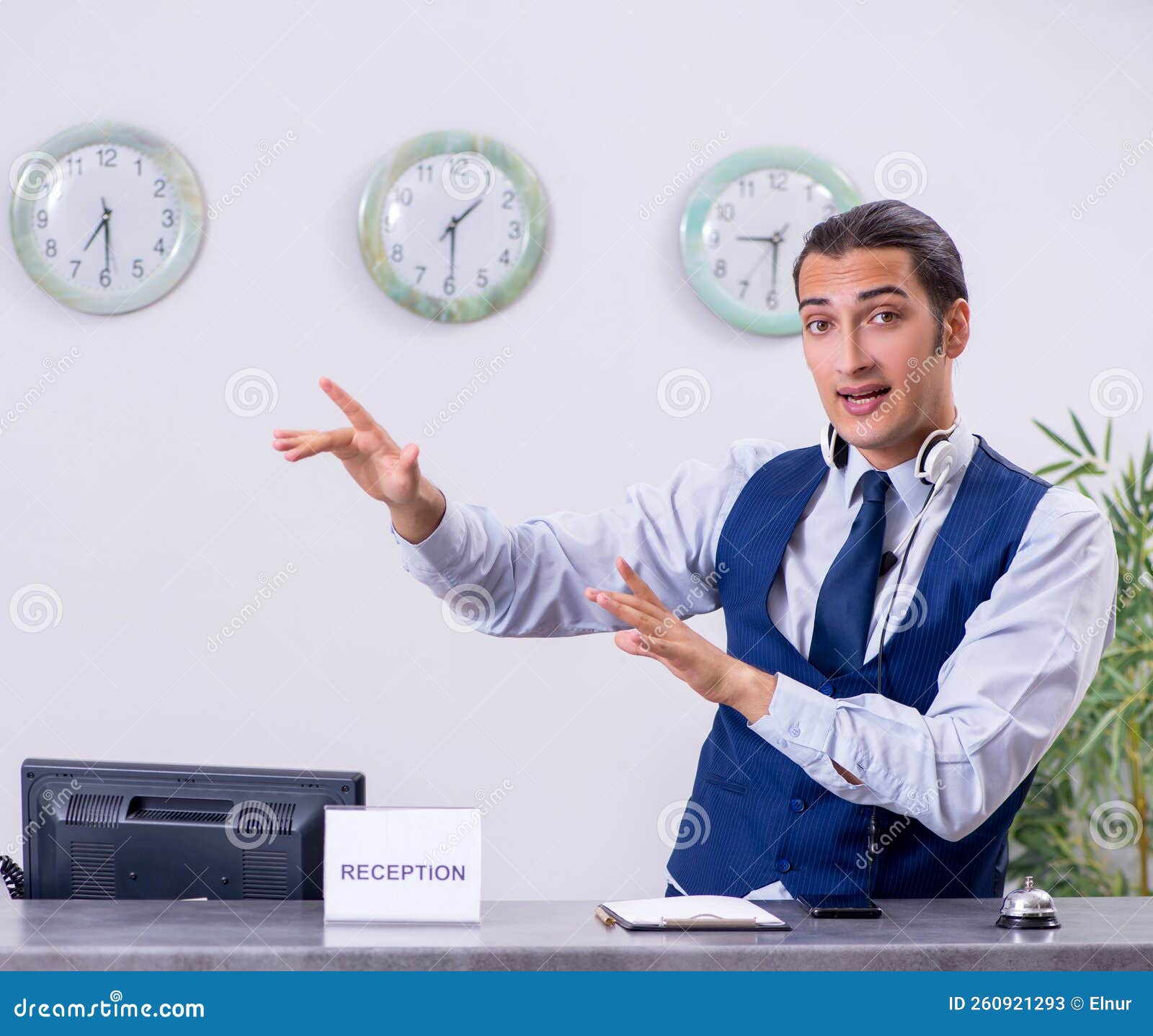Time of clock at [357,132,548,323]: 1:29
